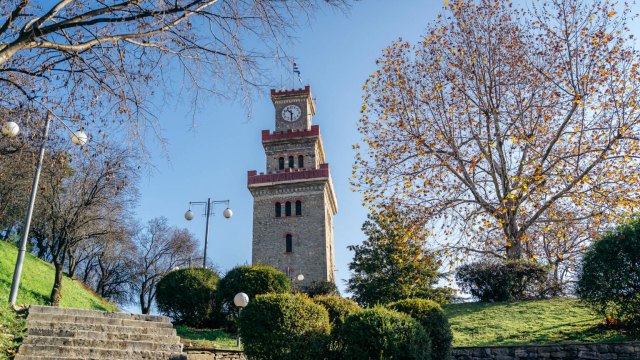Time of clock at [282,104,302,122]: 10:30
